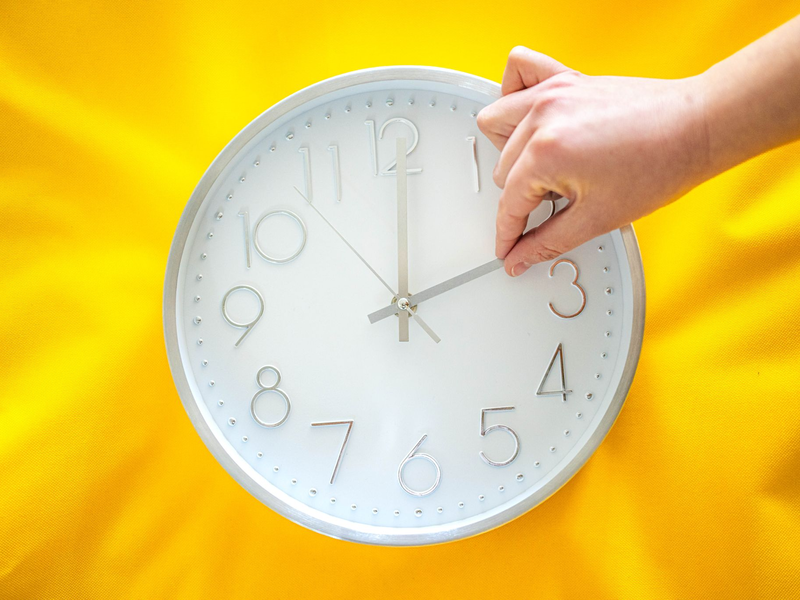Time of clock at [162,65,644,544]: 12:11
